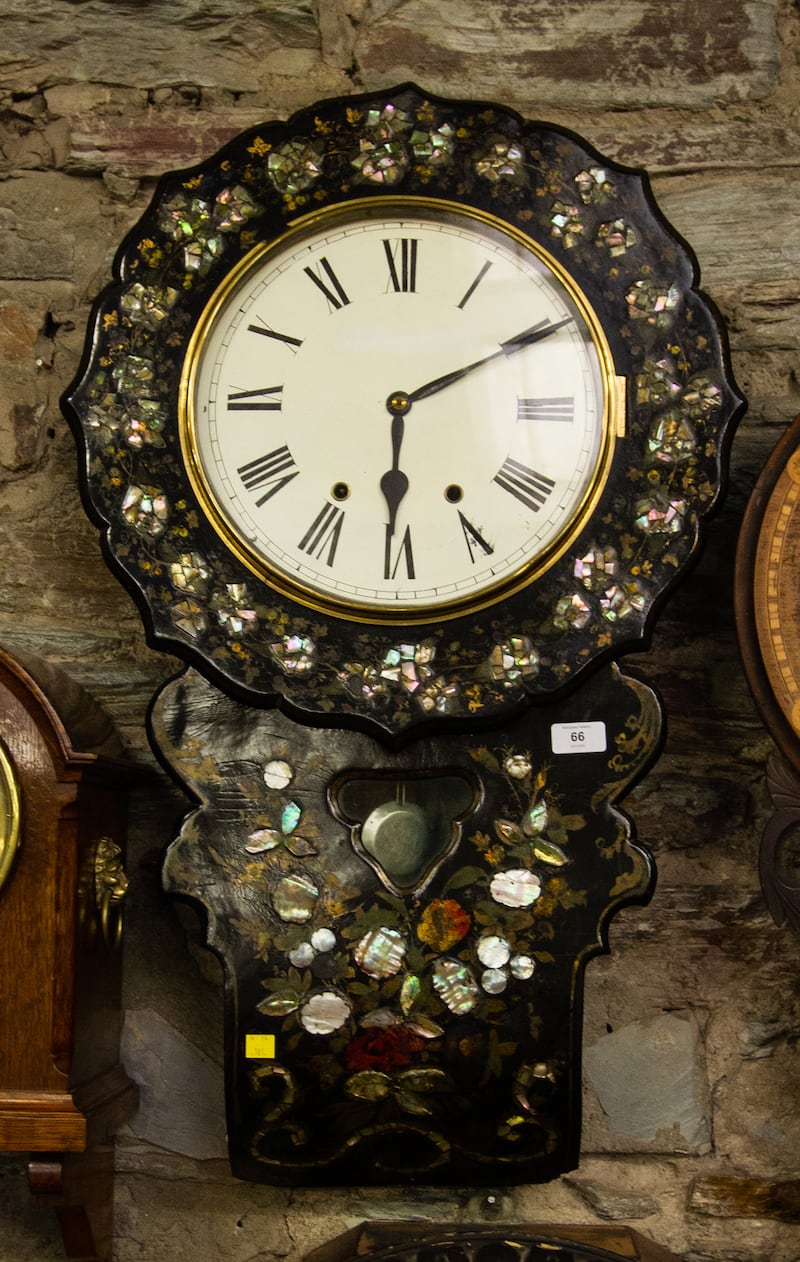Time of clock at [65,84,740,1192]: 6:10
